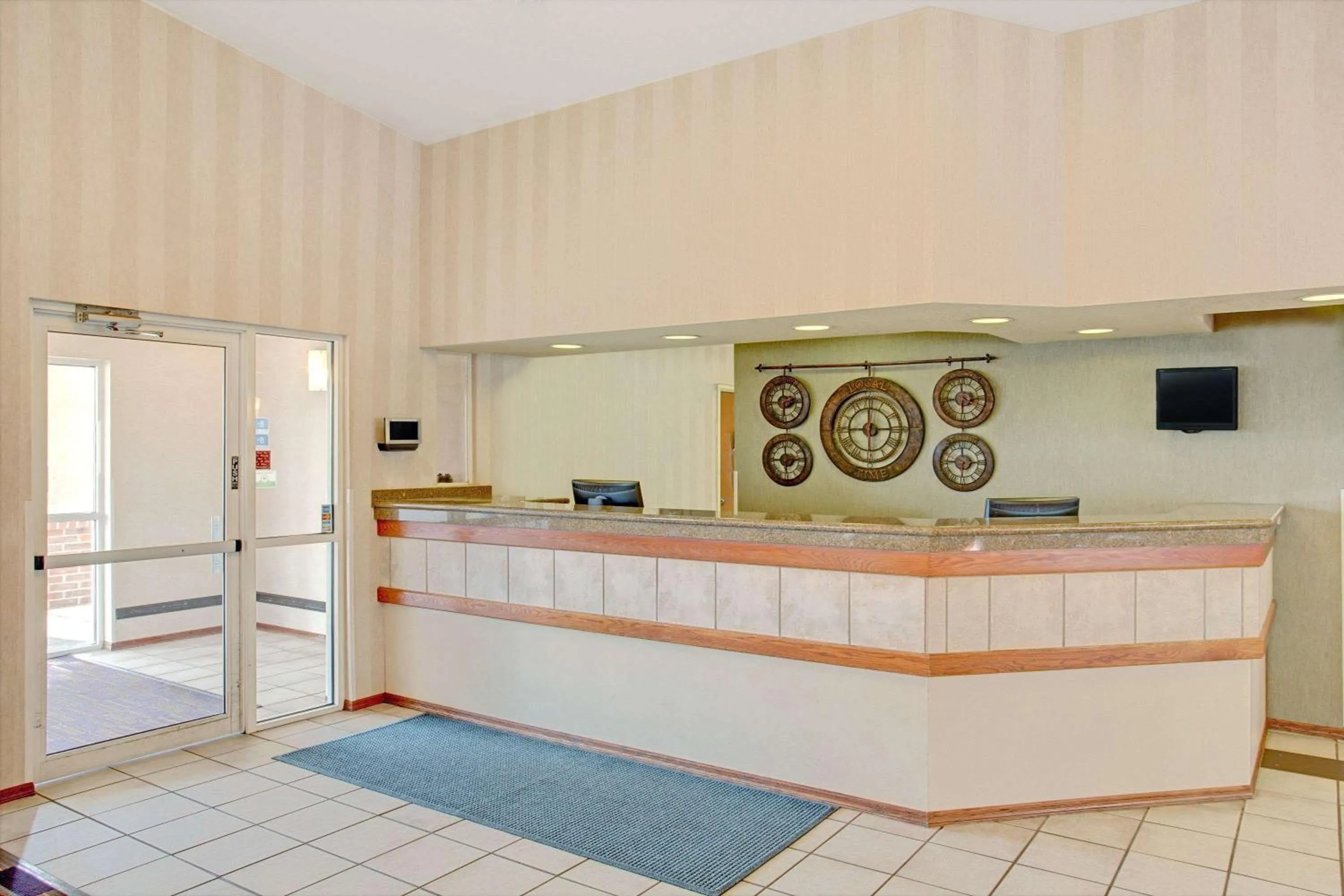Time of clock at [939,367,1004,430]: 6:14
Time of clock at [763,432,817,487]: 6:14
